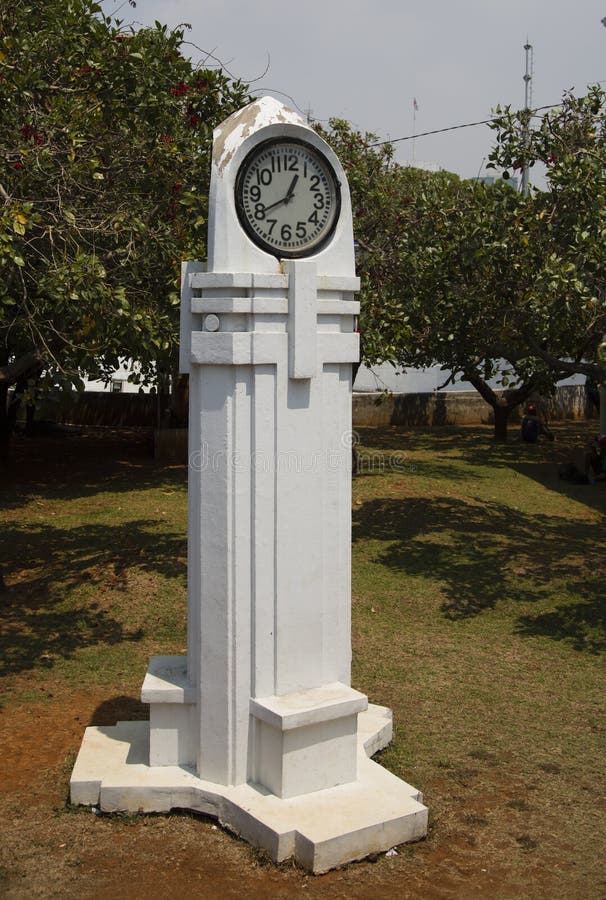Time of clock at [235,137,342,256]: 12:40
